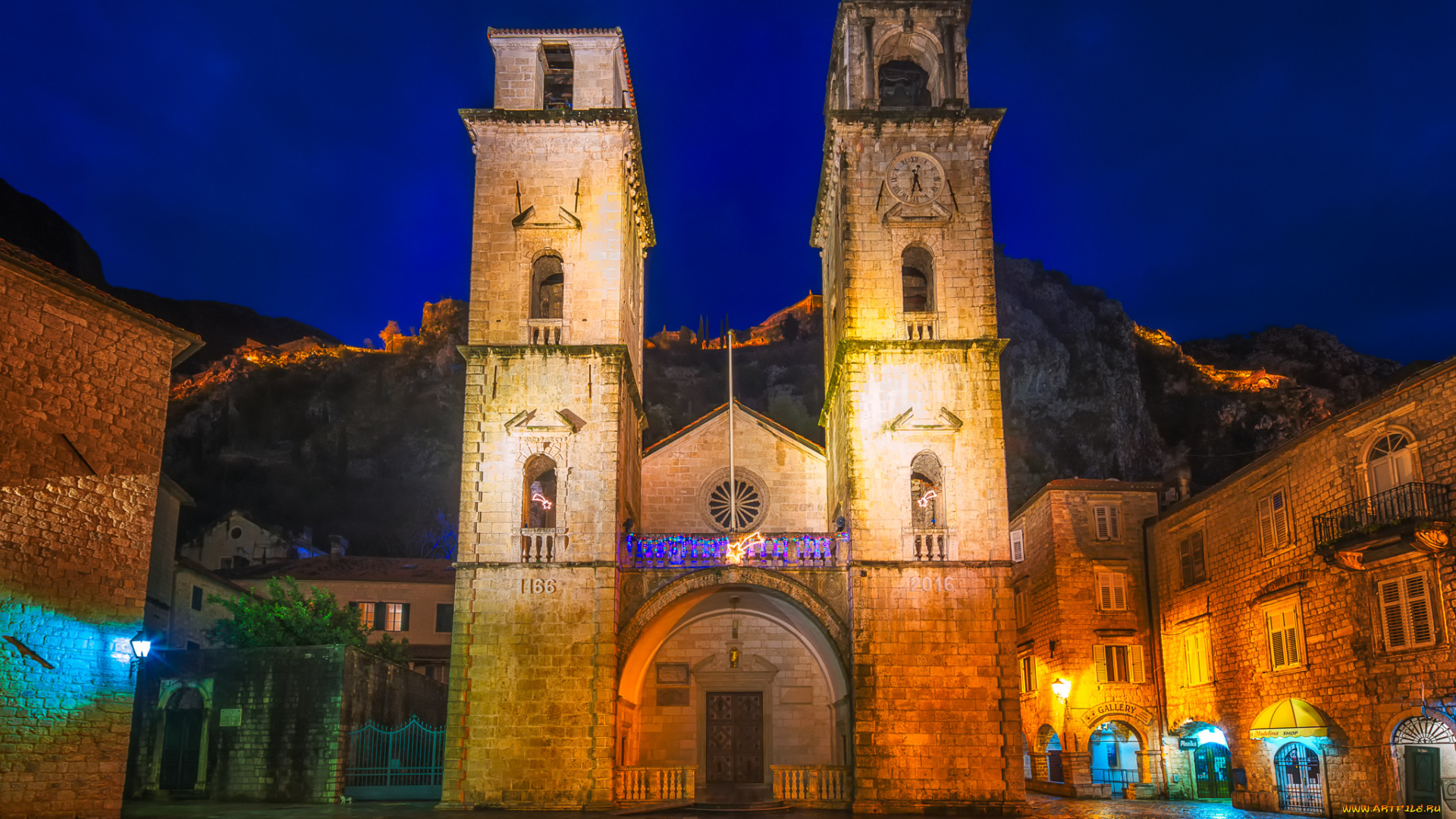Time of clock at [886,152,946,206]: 5:32
